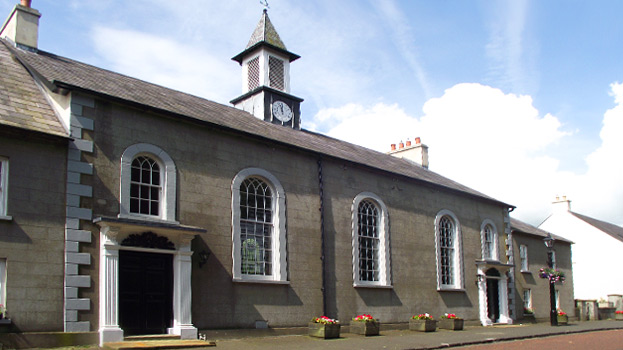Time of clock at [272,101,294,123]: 11:56
